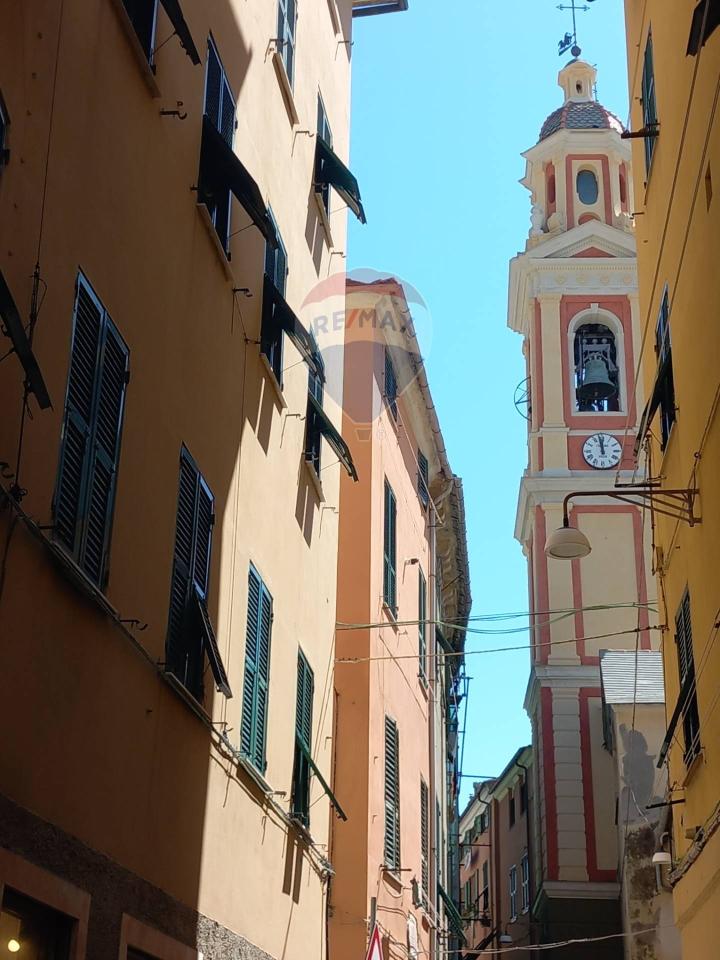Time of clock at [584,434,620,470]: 11:58
